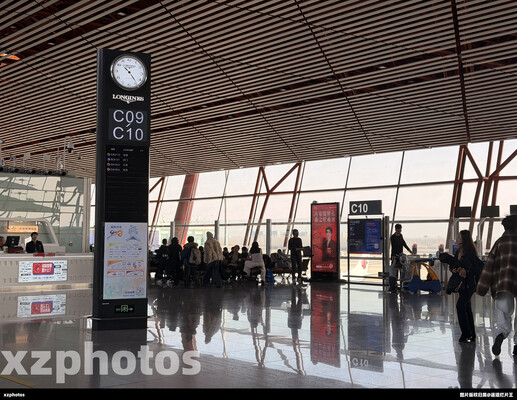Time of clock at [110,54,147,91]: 10:23
